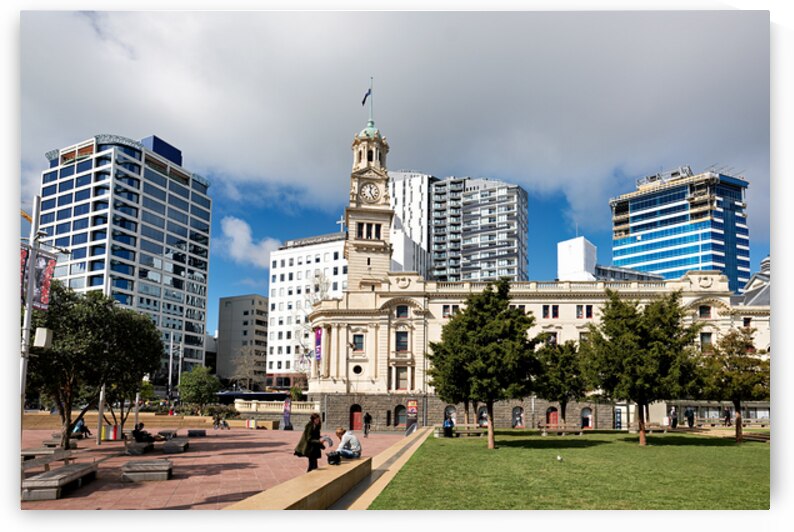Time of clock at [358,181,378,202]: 12:24
